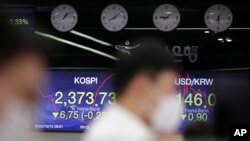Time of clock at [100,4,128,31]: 8:09
